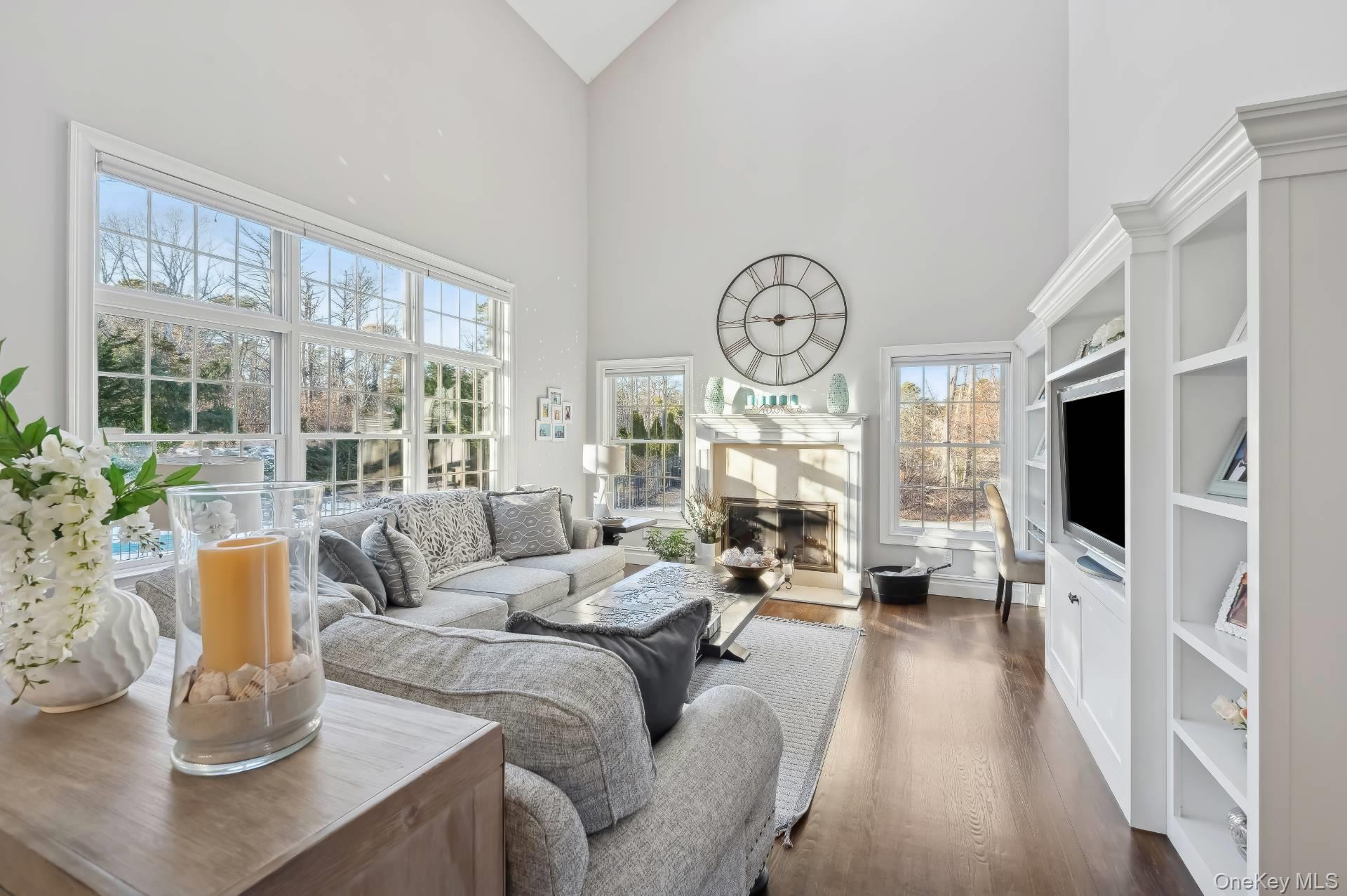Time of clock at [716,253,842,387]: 9:14
